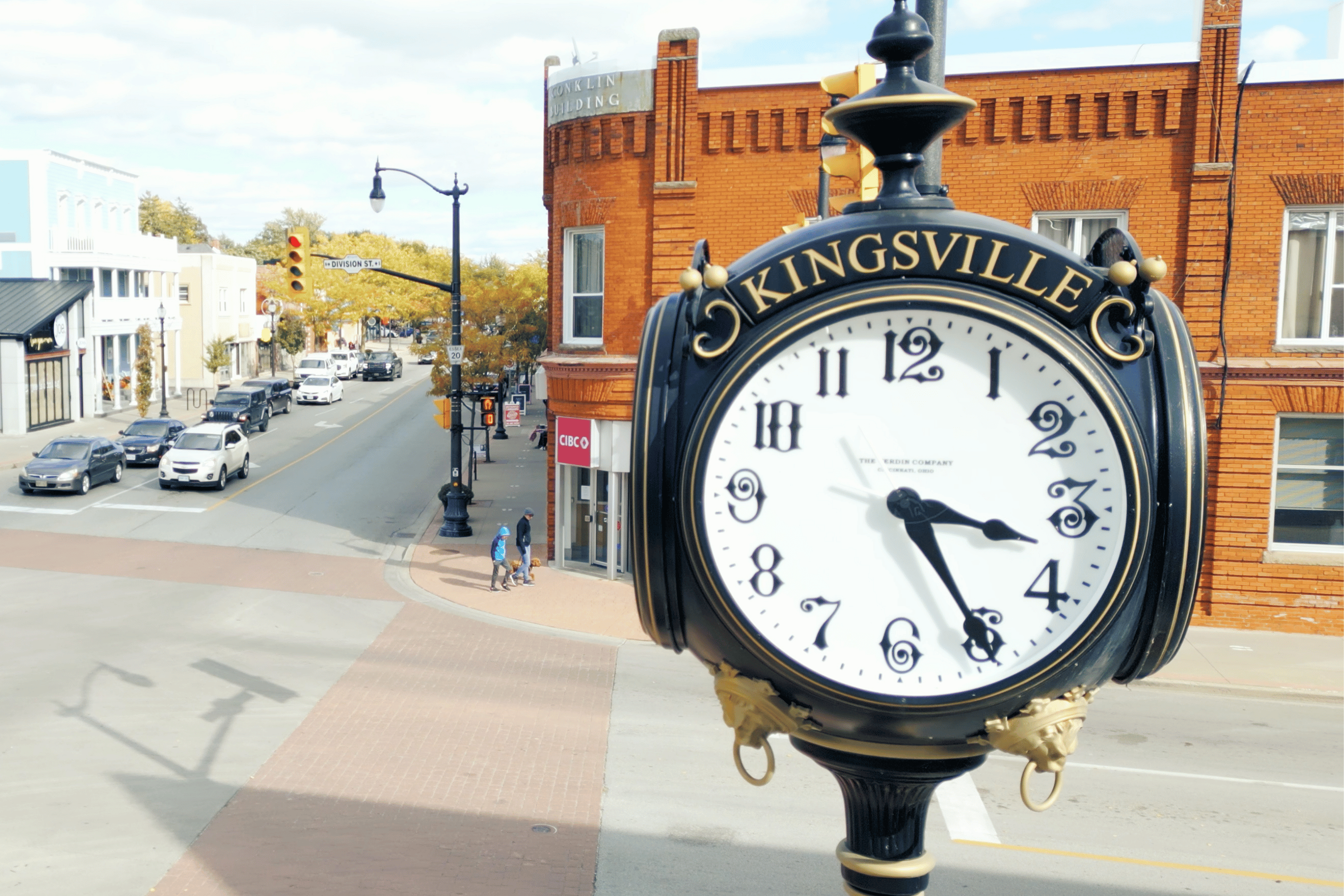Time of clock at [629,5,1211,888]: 3:24
